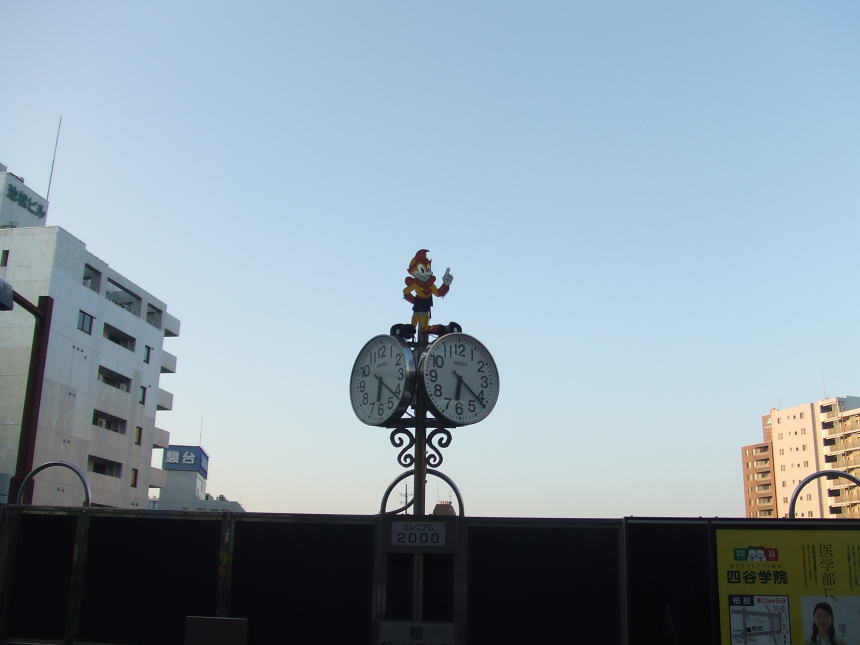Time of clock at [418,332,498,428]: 6:21
